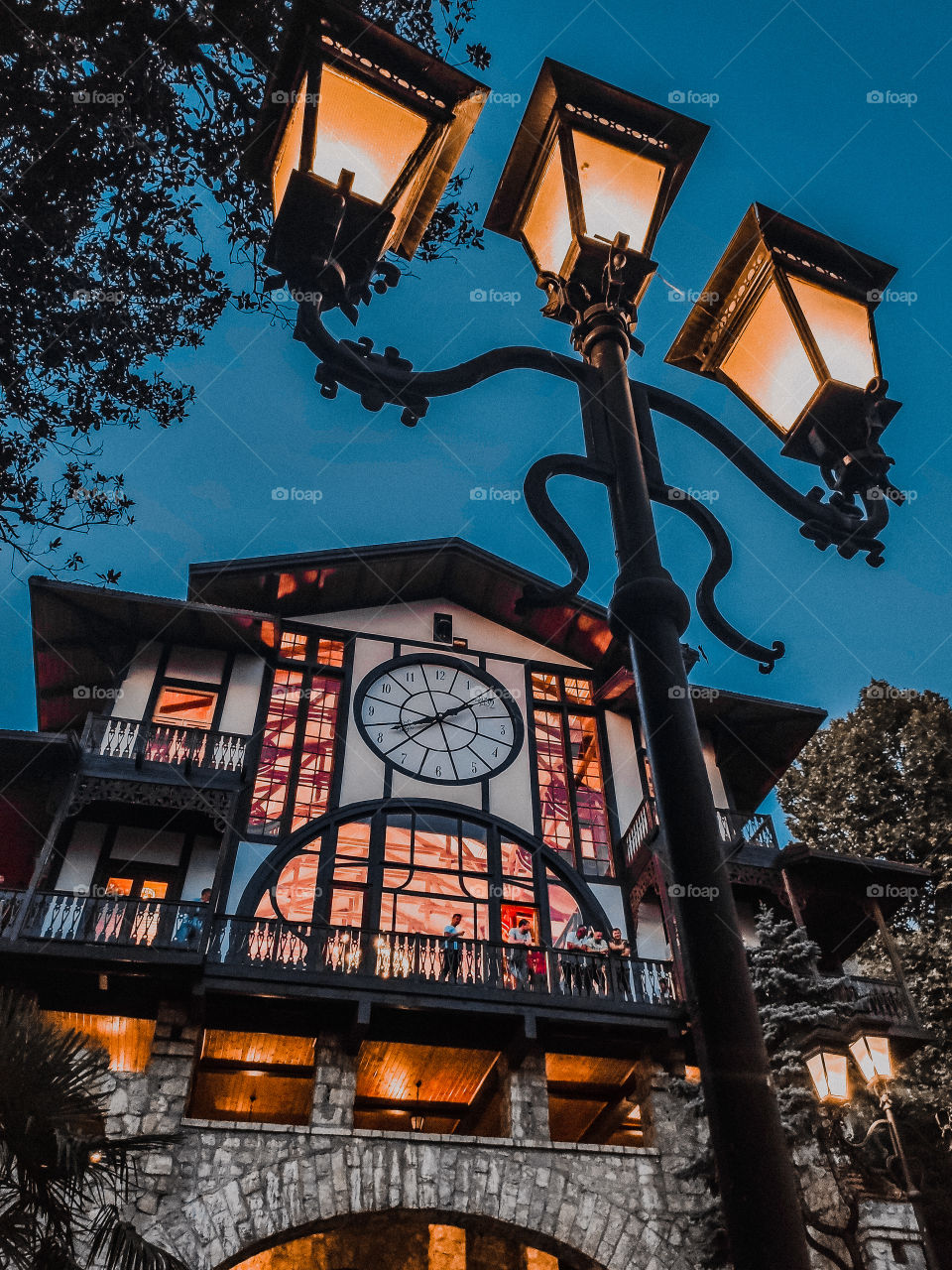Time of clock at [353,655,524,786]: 8:09
